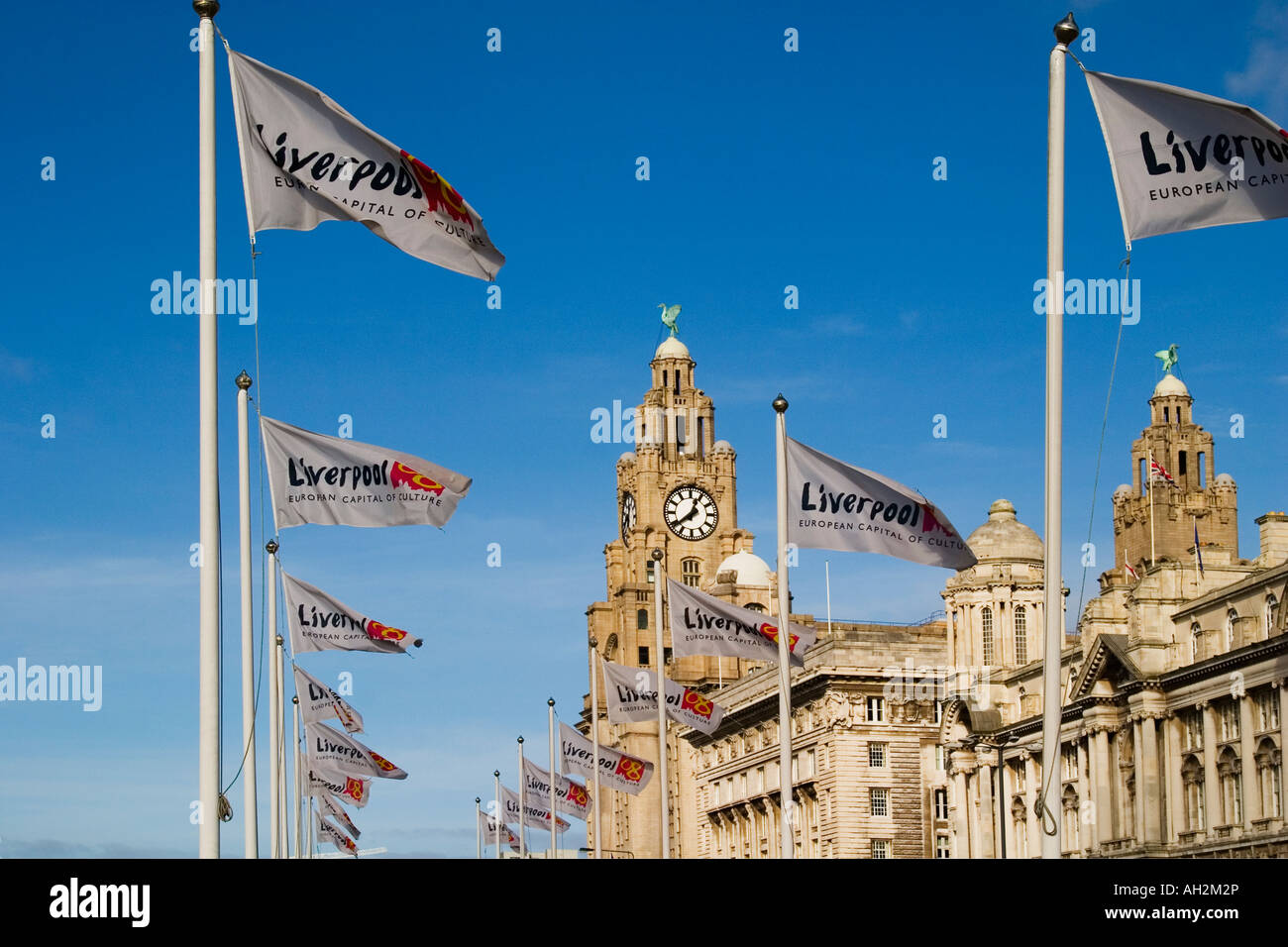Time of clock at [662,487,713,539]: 12:38
